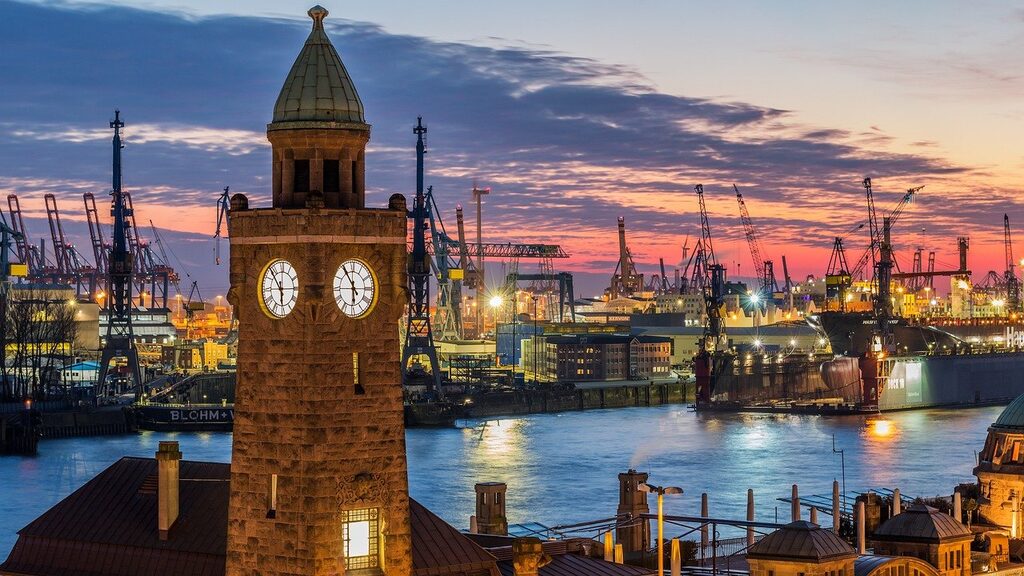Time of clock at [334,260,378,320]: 5:54
